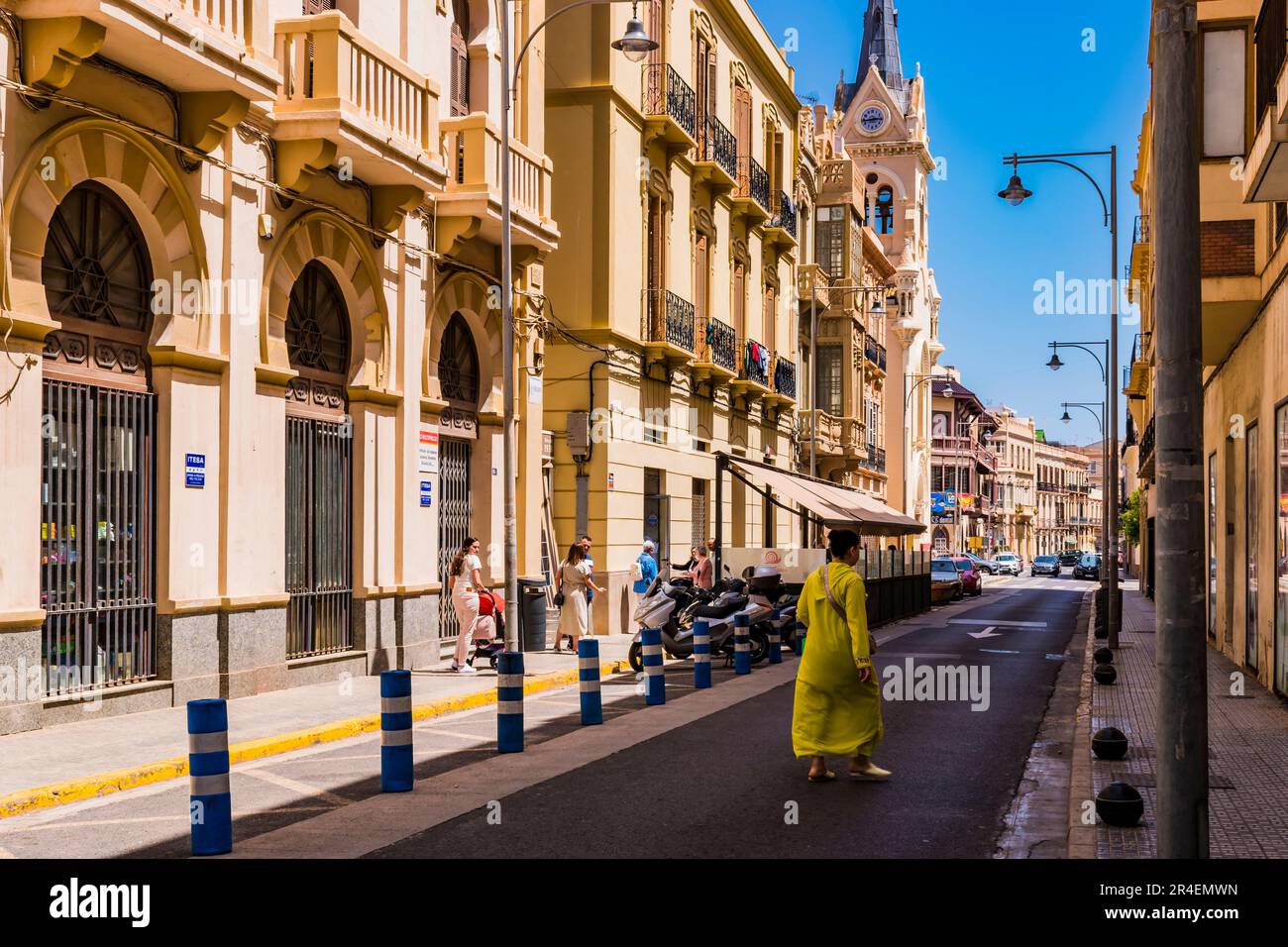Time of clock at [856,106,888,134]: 2:43
